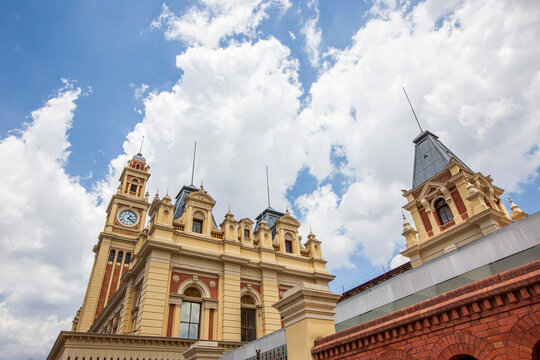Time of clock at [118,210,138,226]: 1:20
